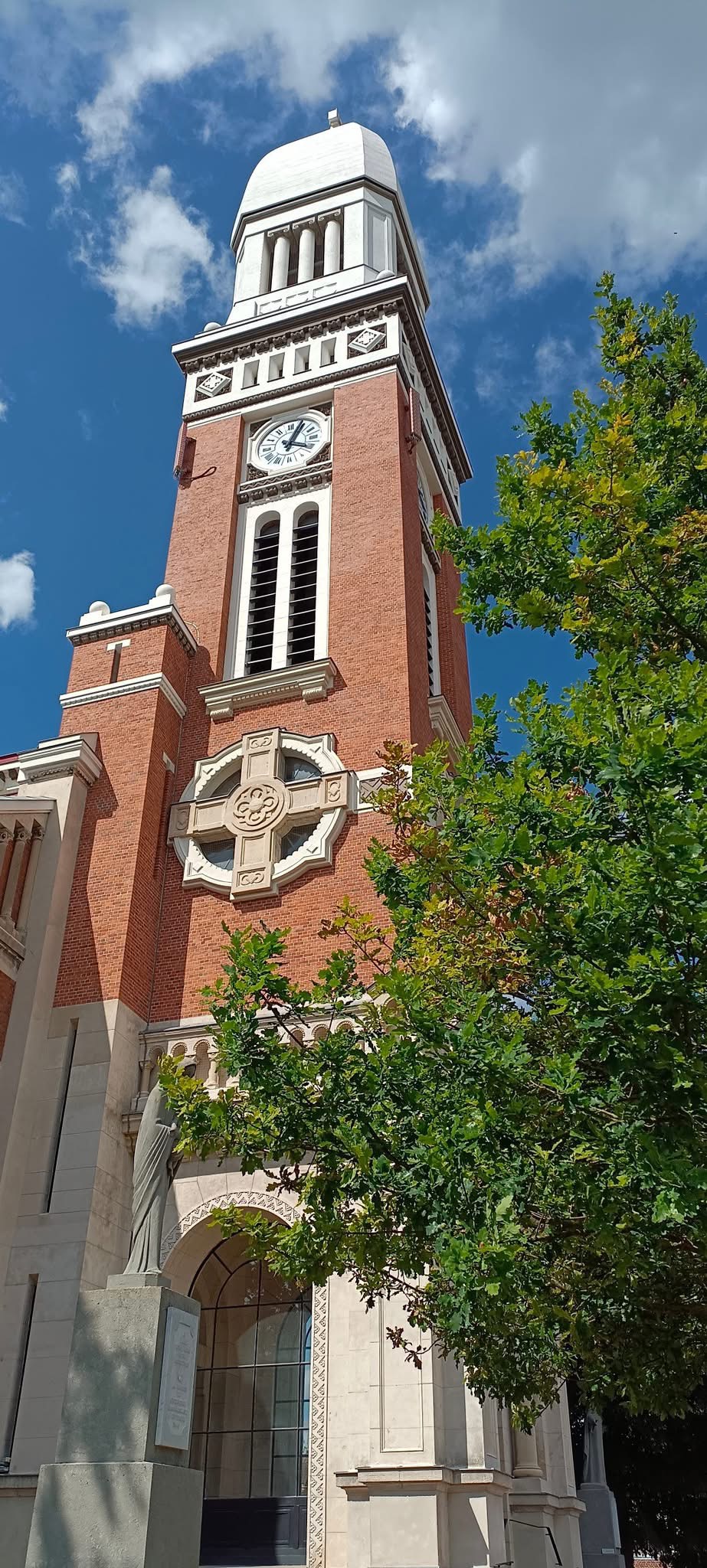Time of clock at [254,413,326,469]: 4:04
